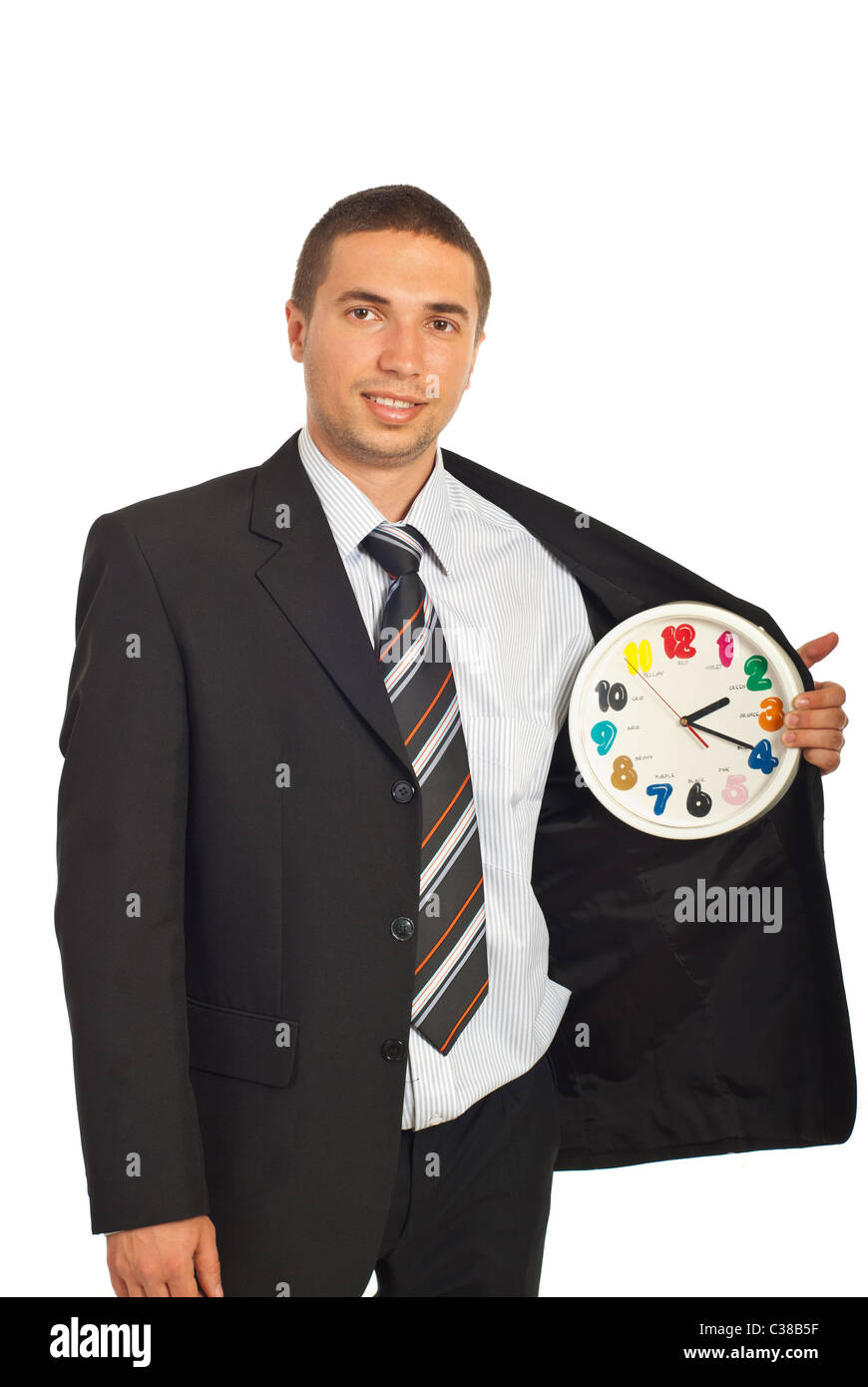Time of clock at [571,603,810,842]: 2:19
